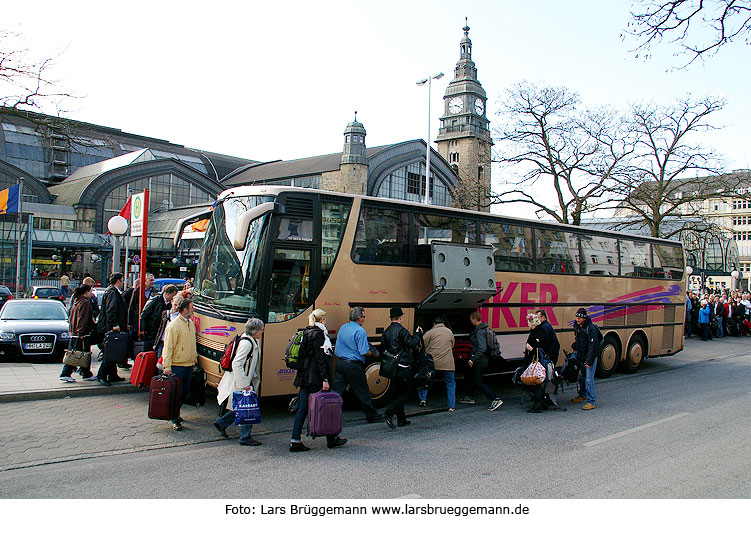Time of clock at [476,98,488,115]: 3:43
